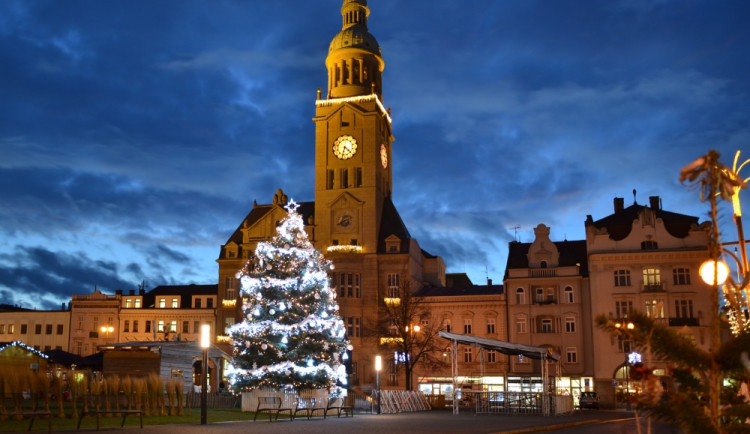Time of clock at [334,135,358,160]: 6:20
